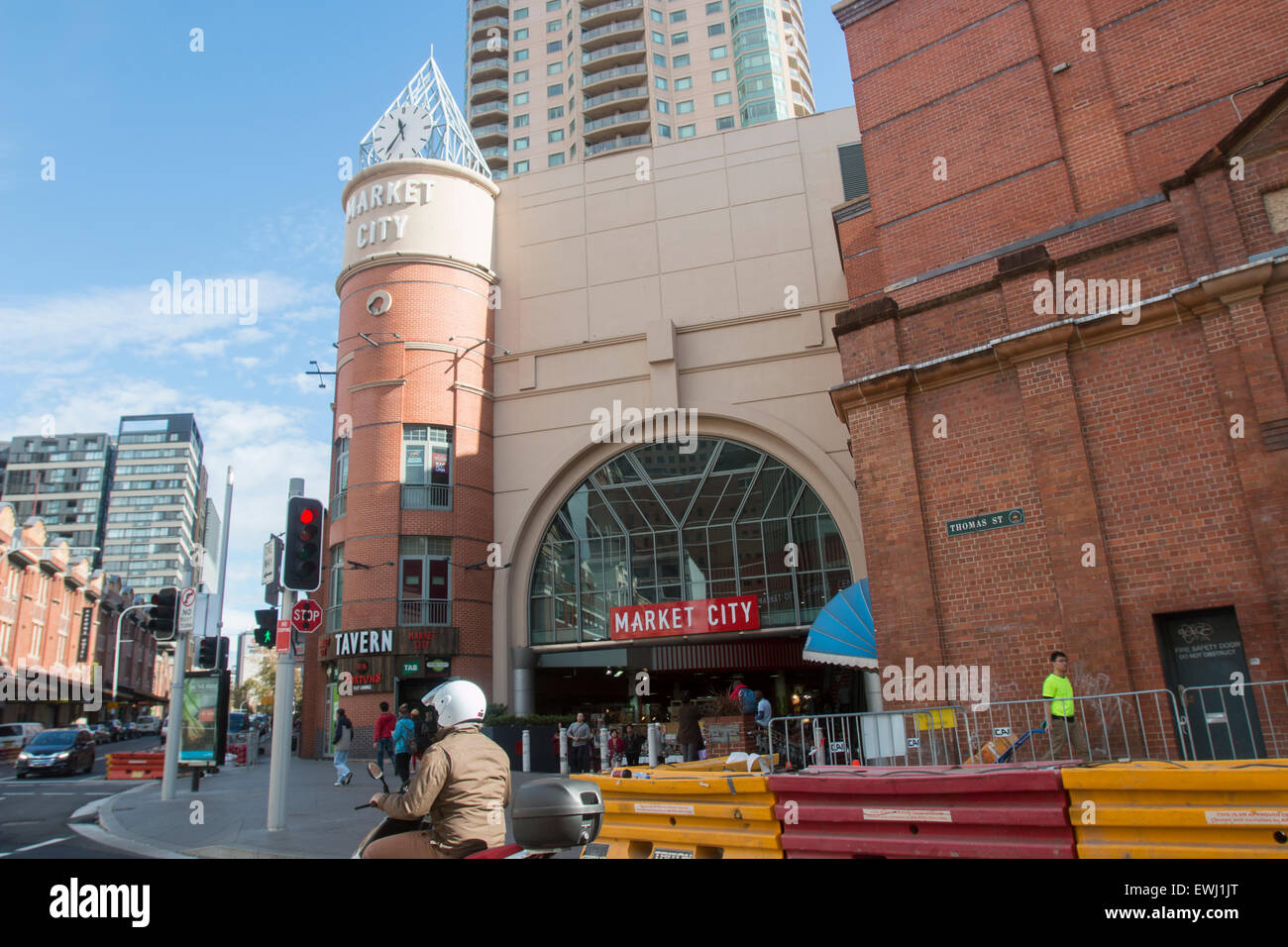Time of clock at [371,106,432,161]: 11:36
